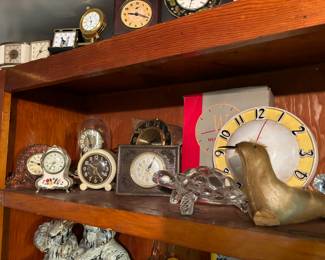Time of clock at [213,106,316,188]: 5:46
